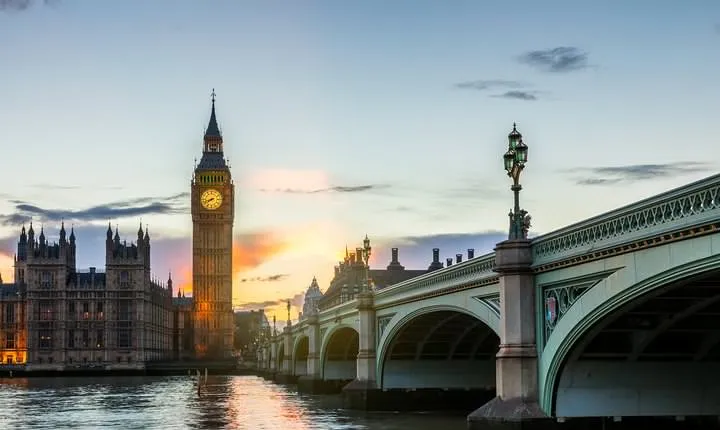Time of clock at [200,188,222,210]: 7:42
